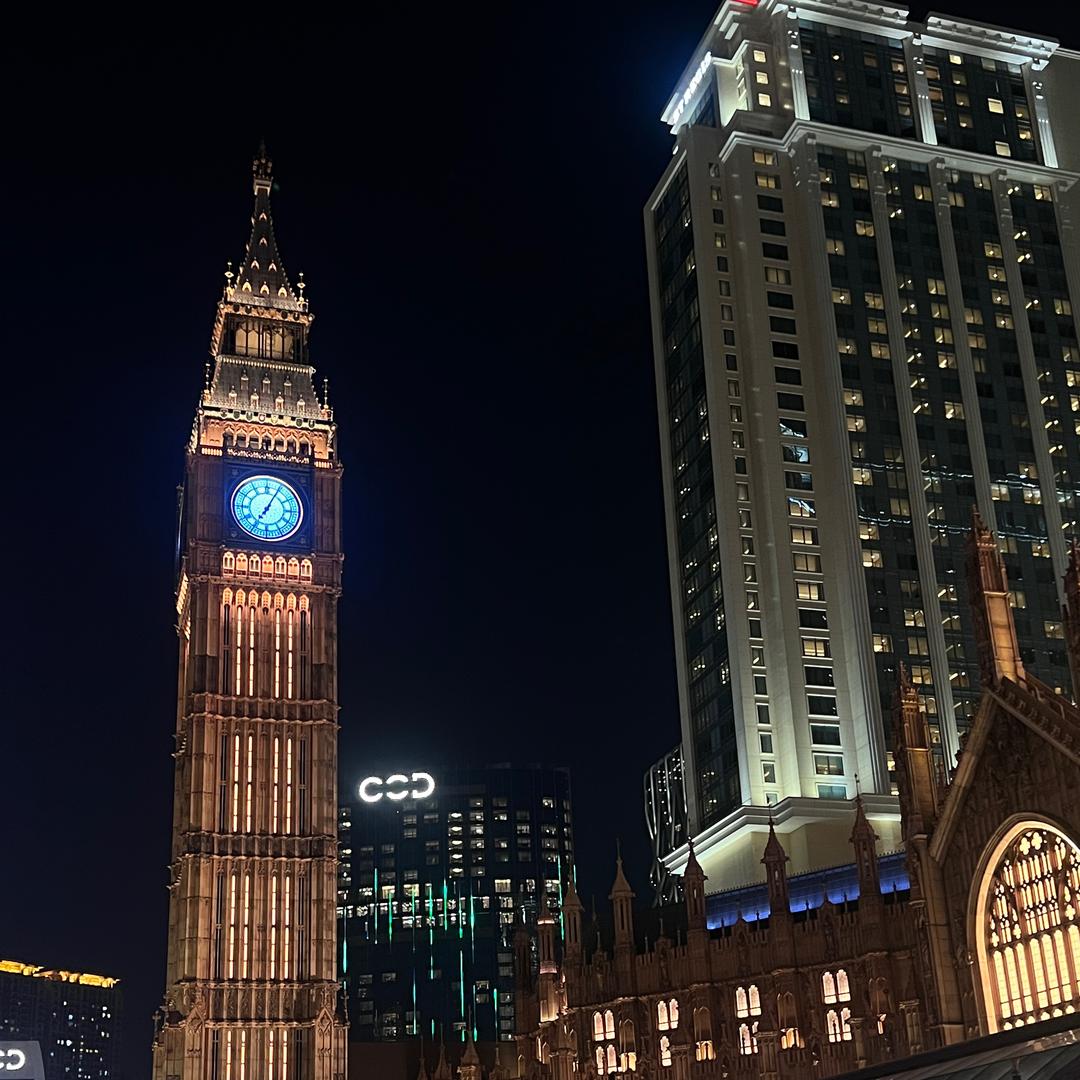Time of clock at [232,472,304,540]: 7:04
